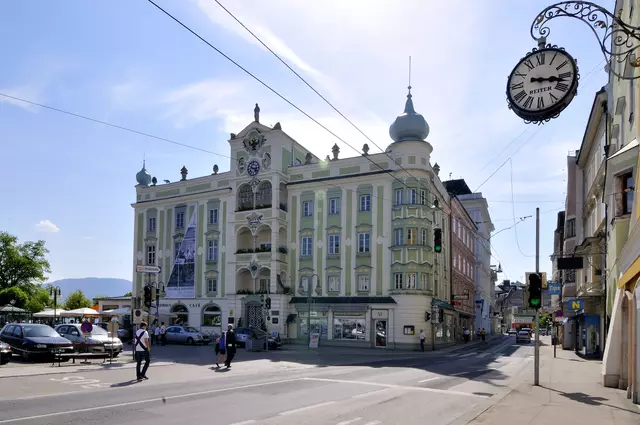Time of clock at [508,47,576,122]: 3:17
